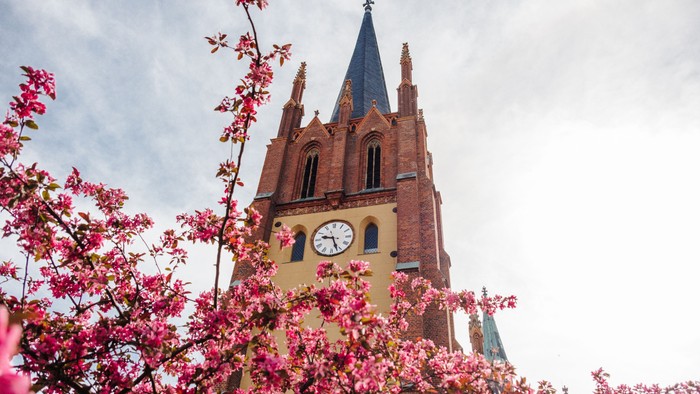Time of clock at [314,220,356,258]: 9:26
